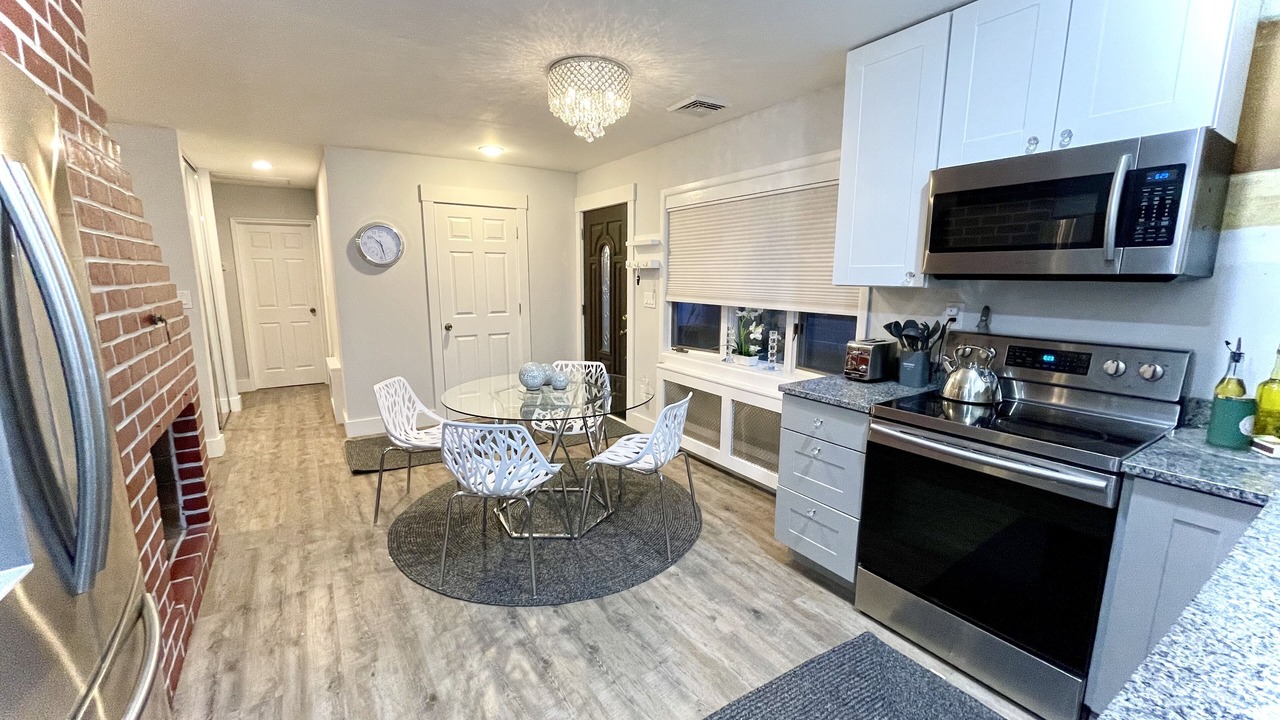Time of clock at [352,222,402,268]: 10:27
